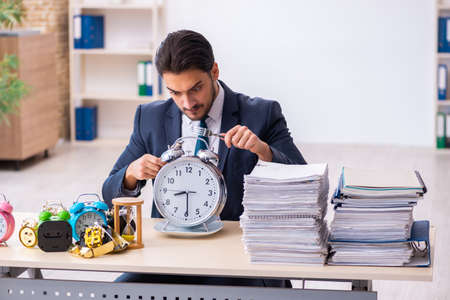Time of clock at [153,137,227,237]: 8:29
